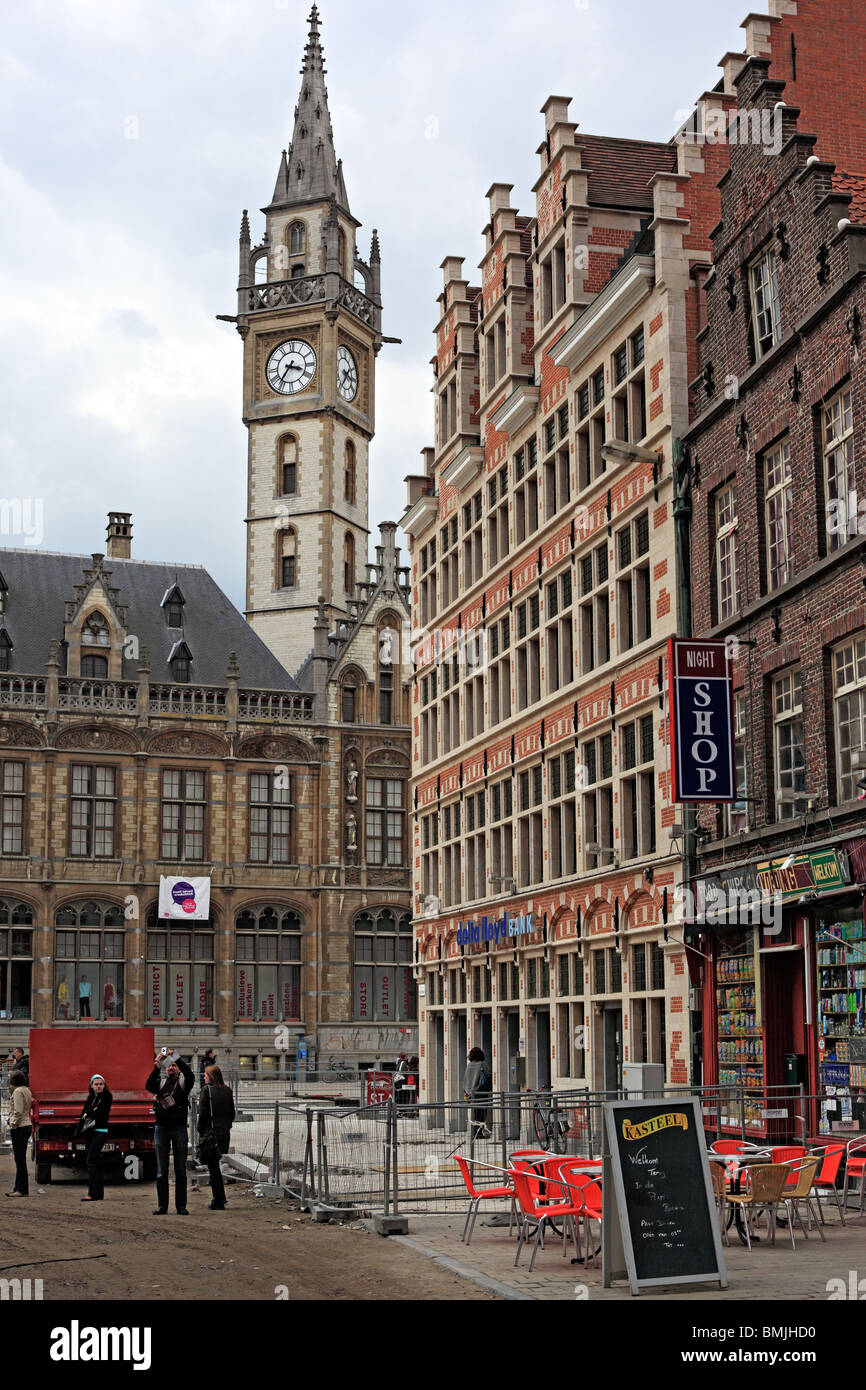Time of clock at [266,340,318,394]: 3:35
